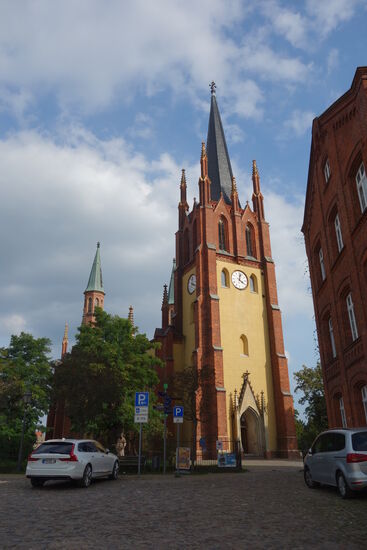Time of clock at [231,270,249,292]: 4:02
